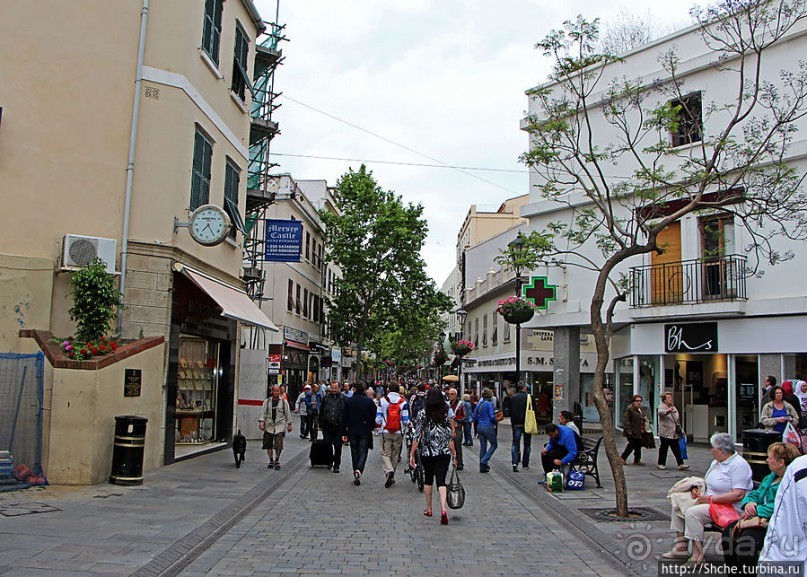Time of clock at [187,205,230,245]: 7:24
